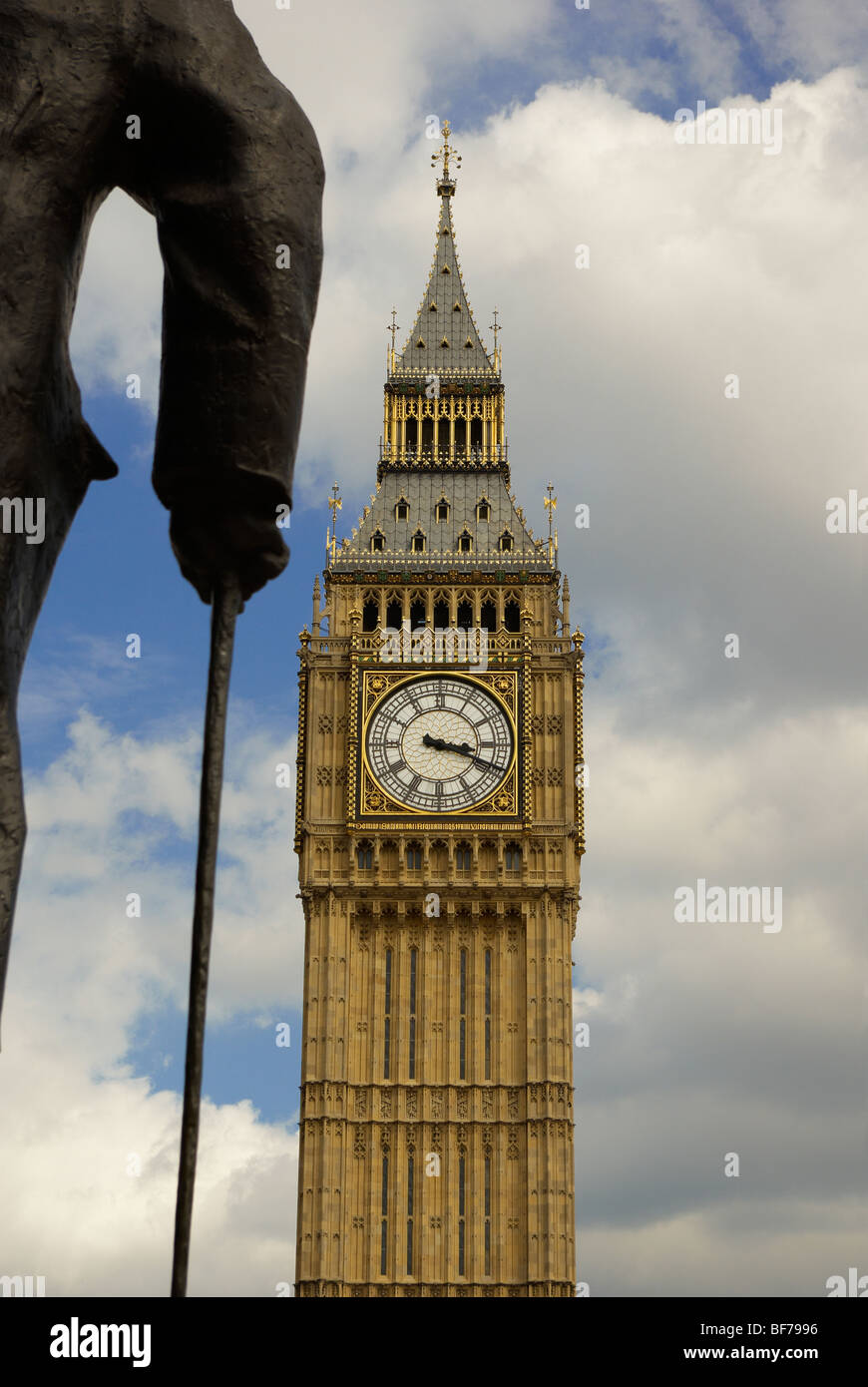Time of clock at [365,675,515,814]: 3:18
